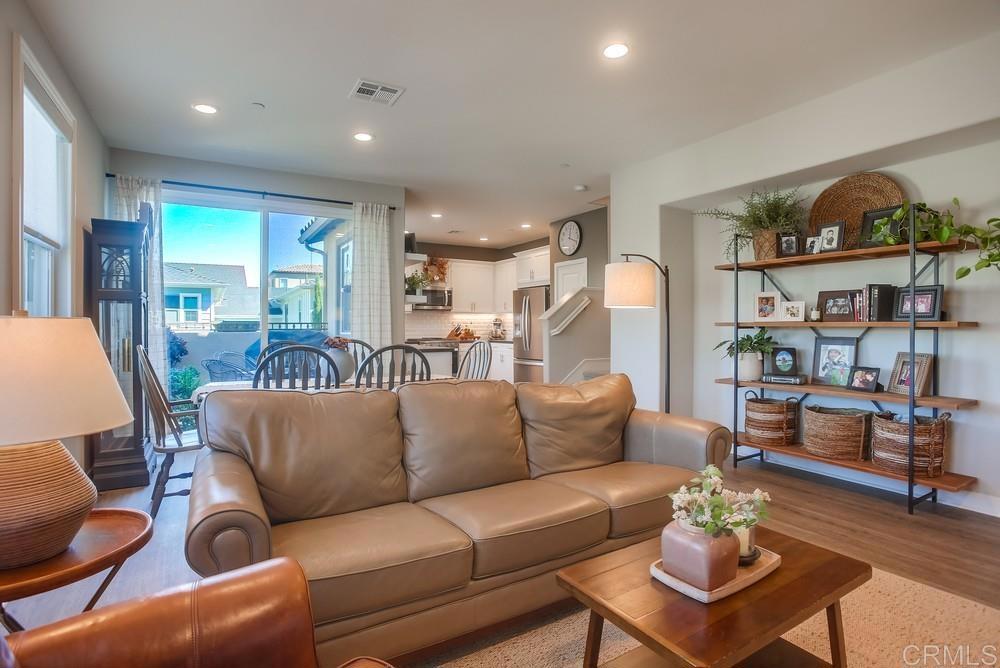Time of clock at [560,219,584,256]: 12:18
